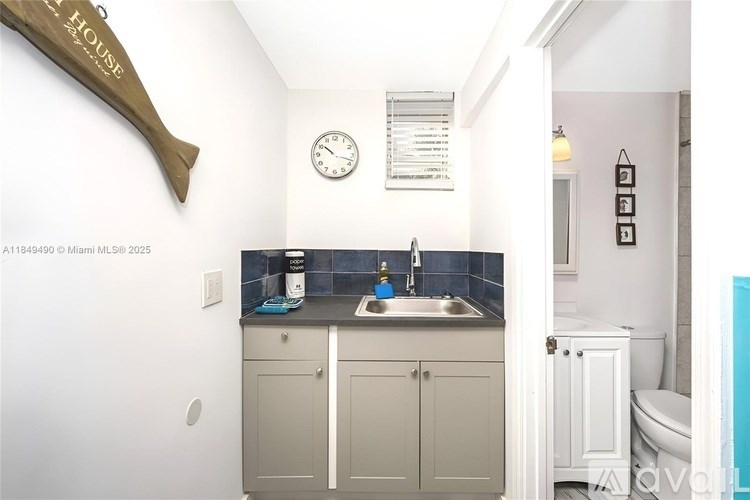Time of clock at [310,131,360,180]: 10:17
